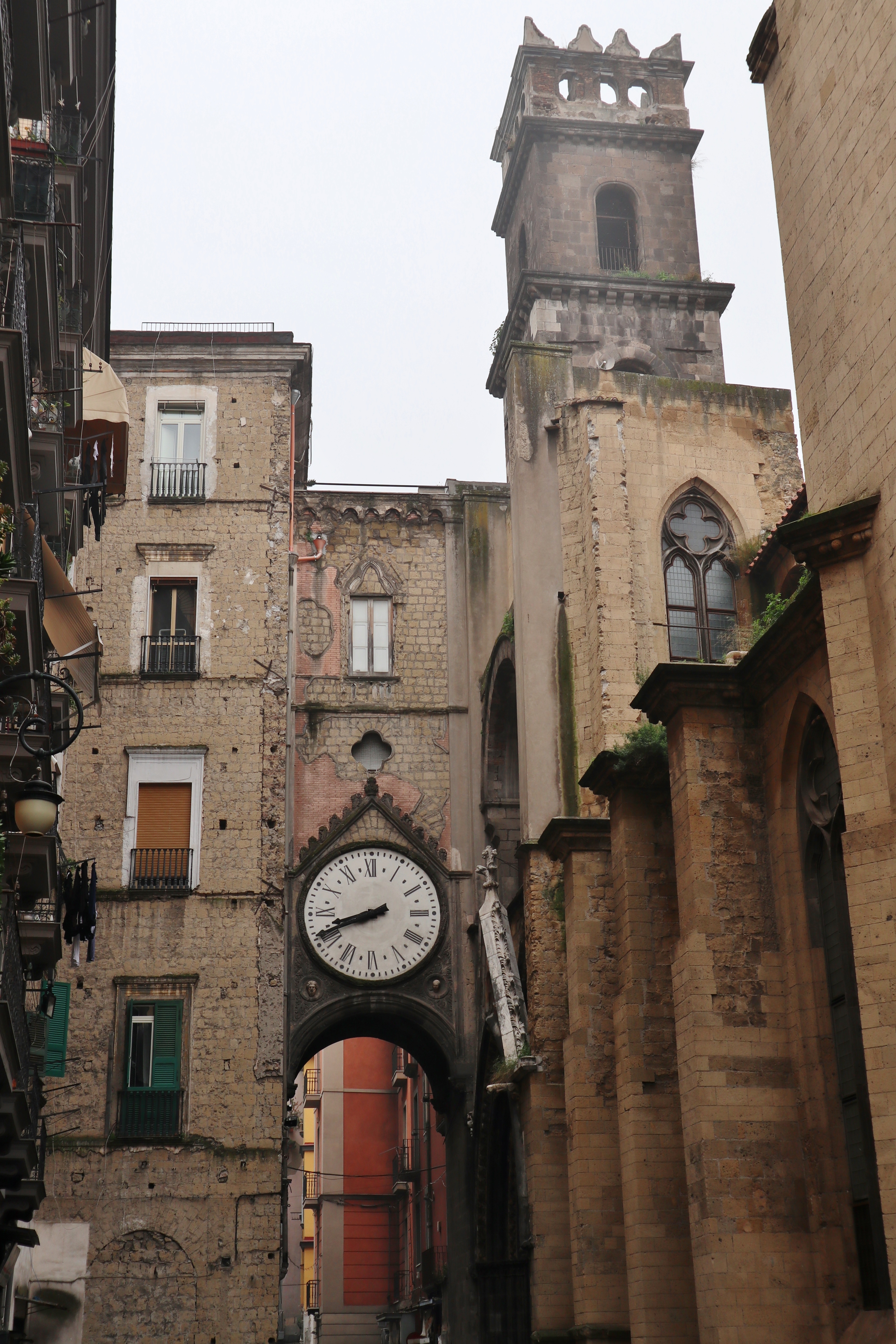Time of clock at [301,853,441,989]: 8:41
